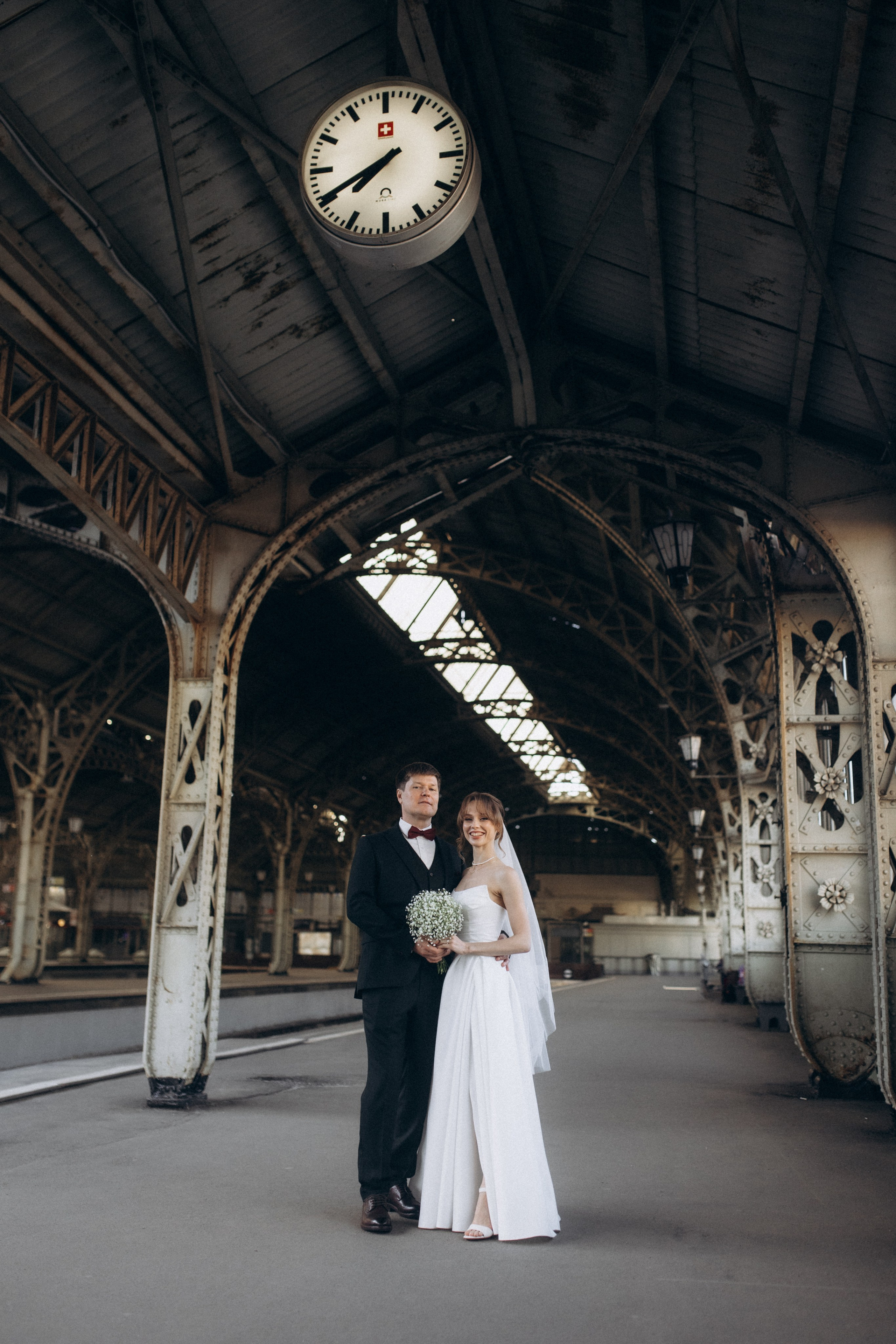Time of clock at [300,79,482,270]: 7:40
